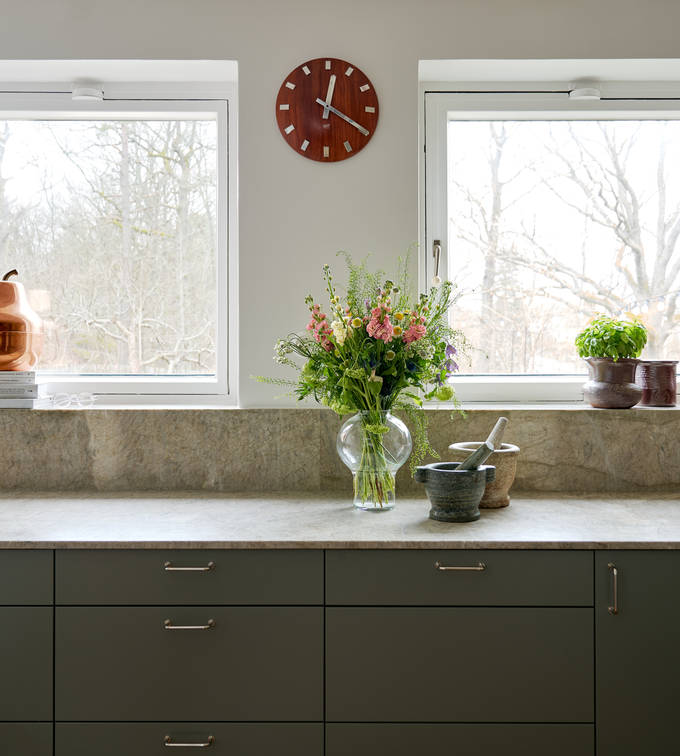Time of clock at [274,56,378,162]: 12:19
